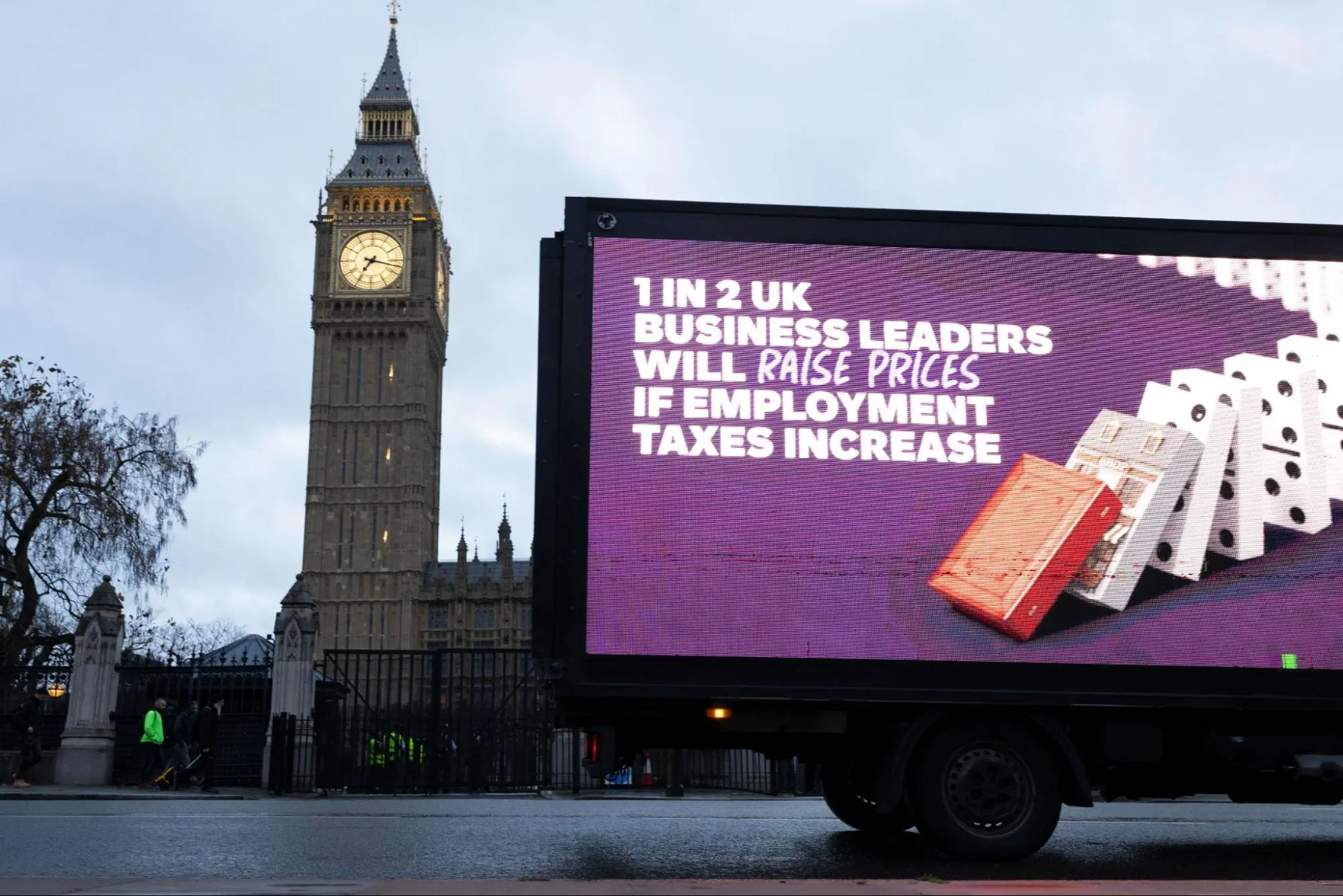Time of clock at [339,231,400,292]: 7:17
